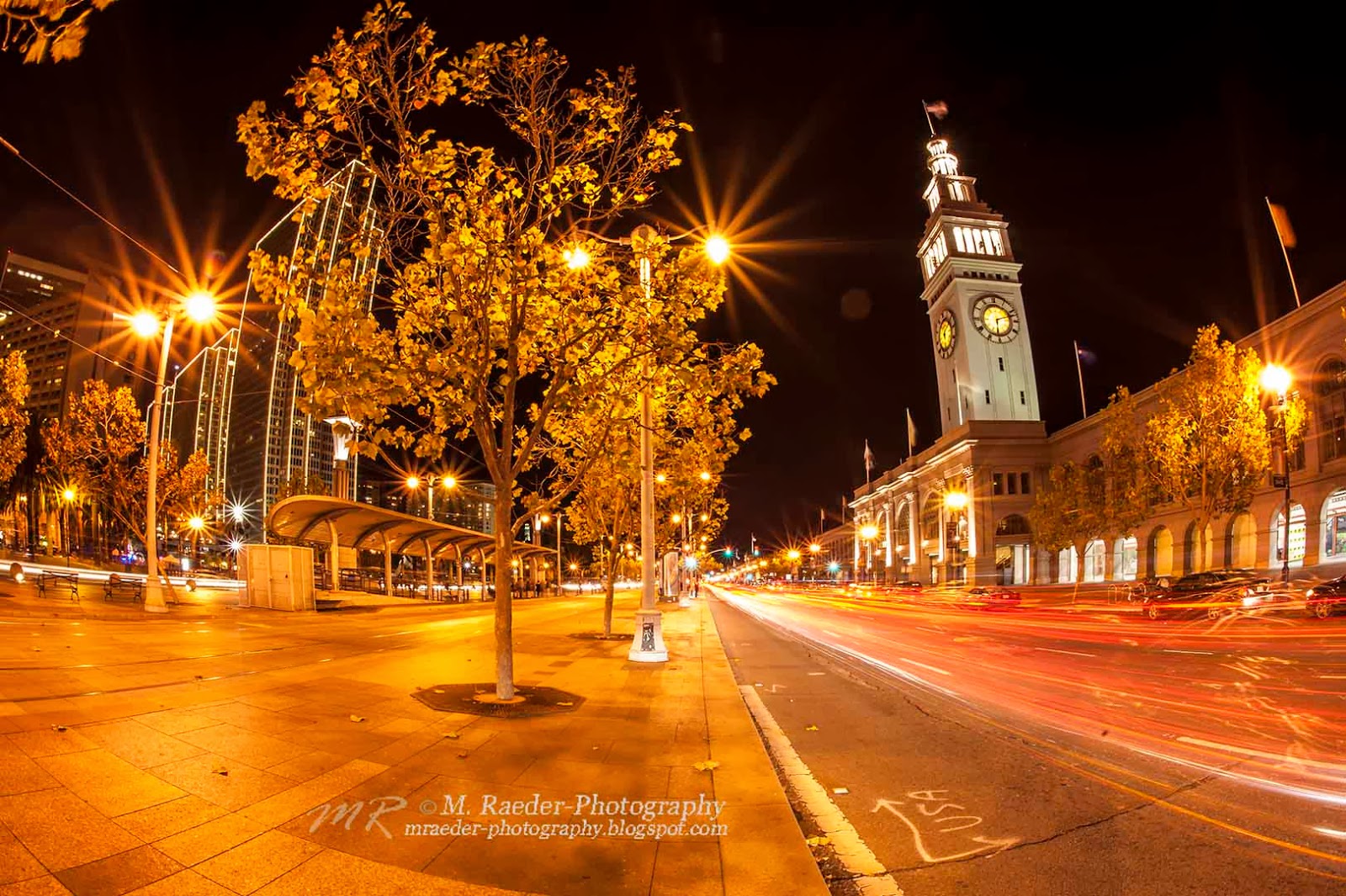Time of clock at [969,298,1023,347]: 6:12
